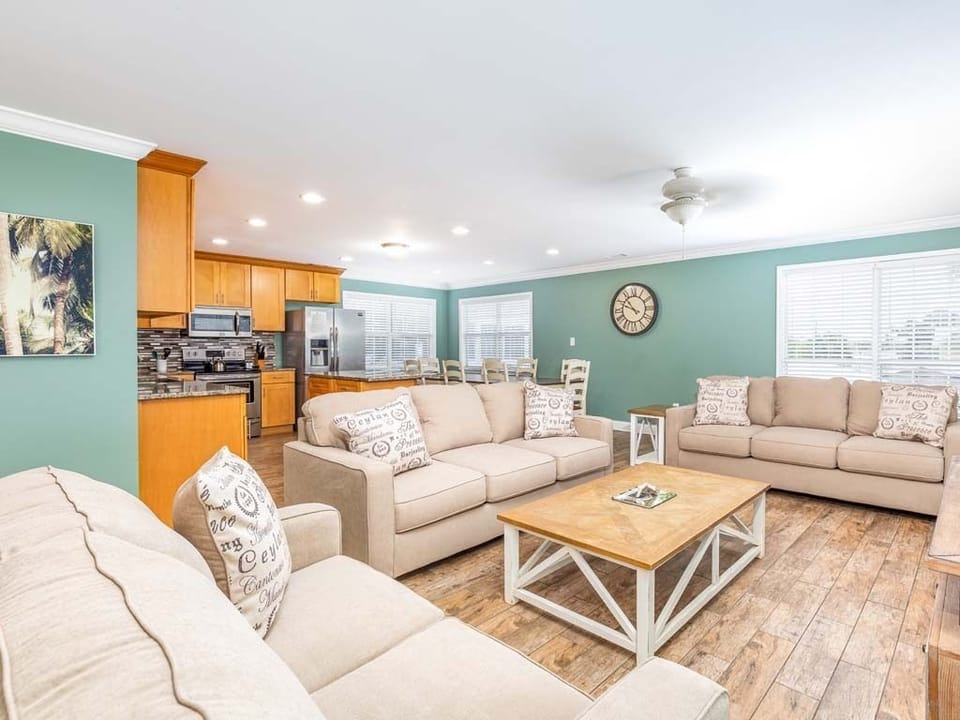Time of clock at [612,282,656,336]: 10:48
